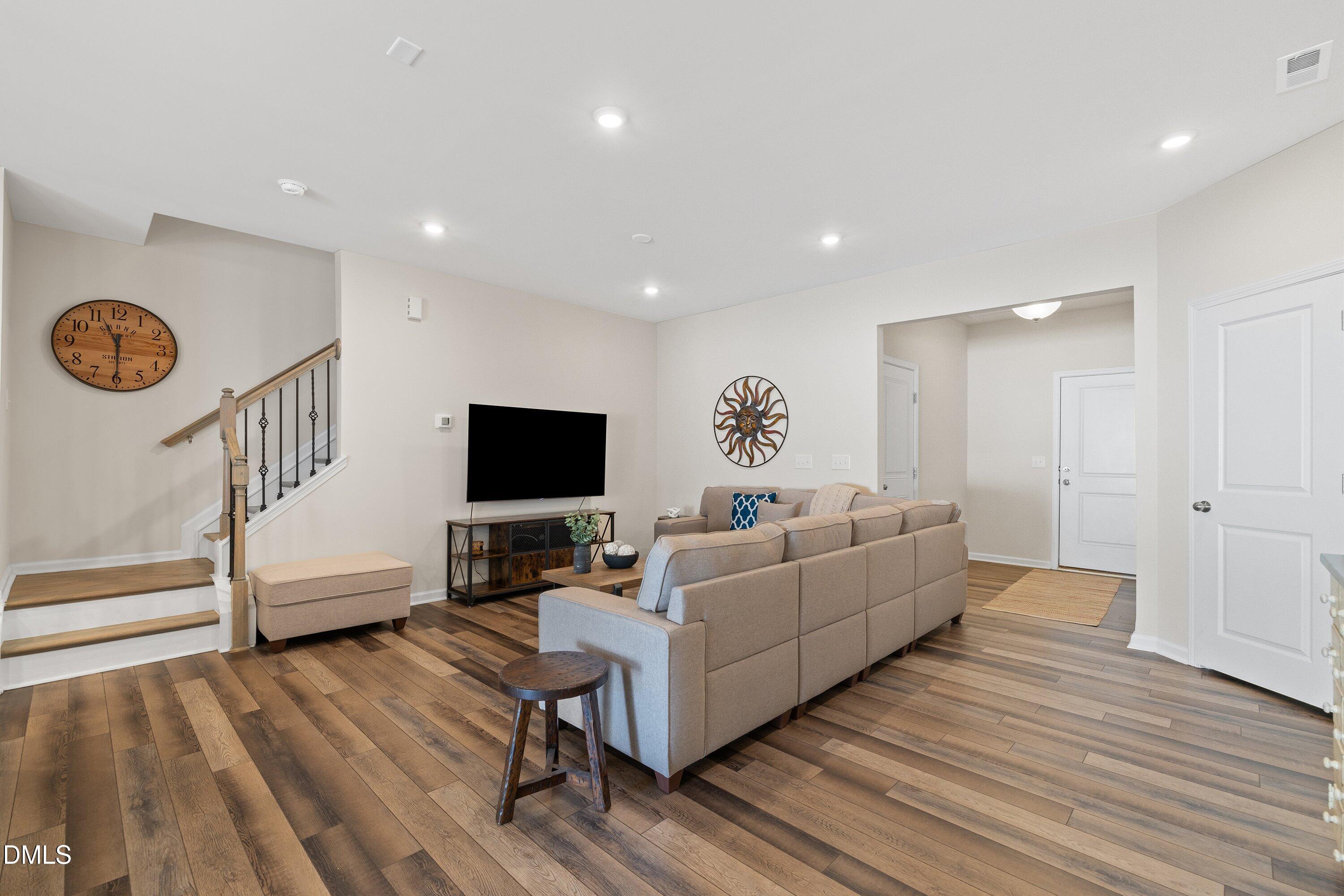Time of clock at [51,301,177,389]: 11:30
